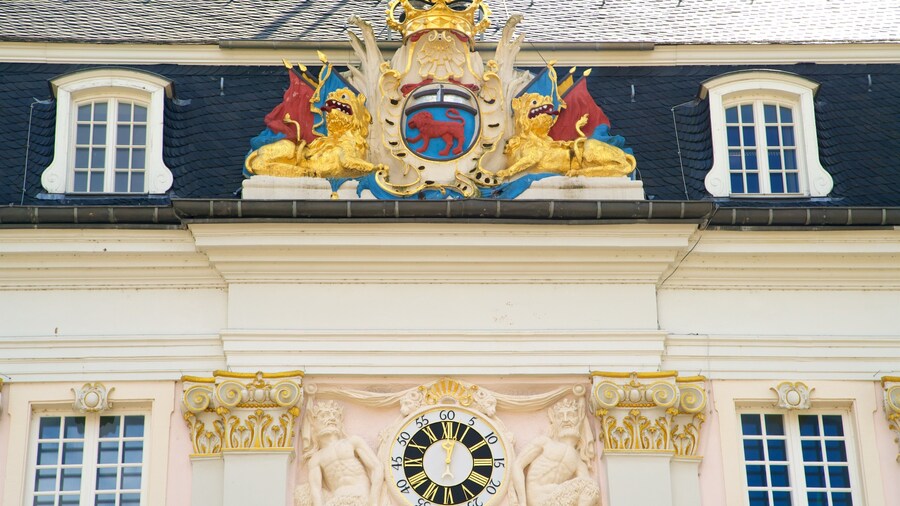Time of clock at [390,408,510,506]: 12:03
